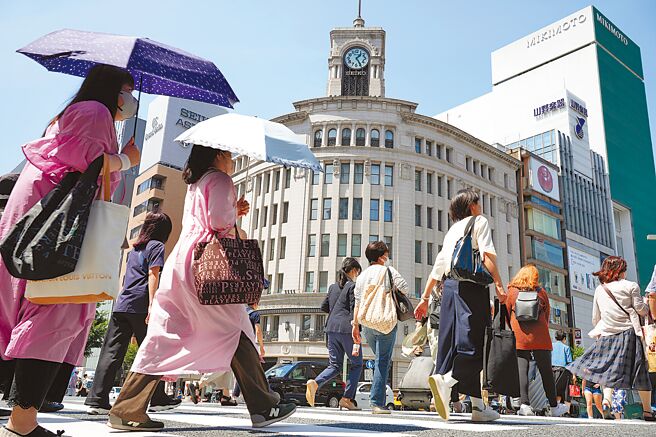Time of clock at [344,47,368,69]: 1:24
